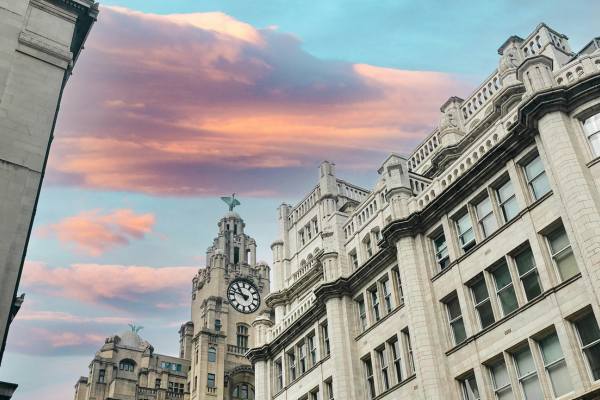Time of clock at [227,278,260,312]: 10:47
